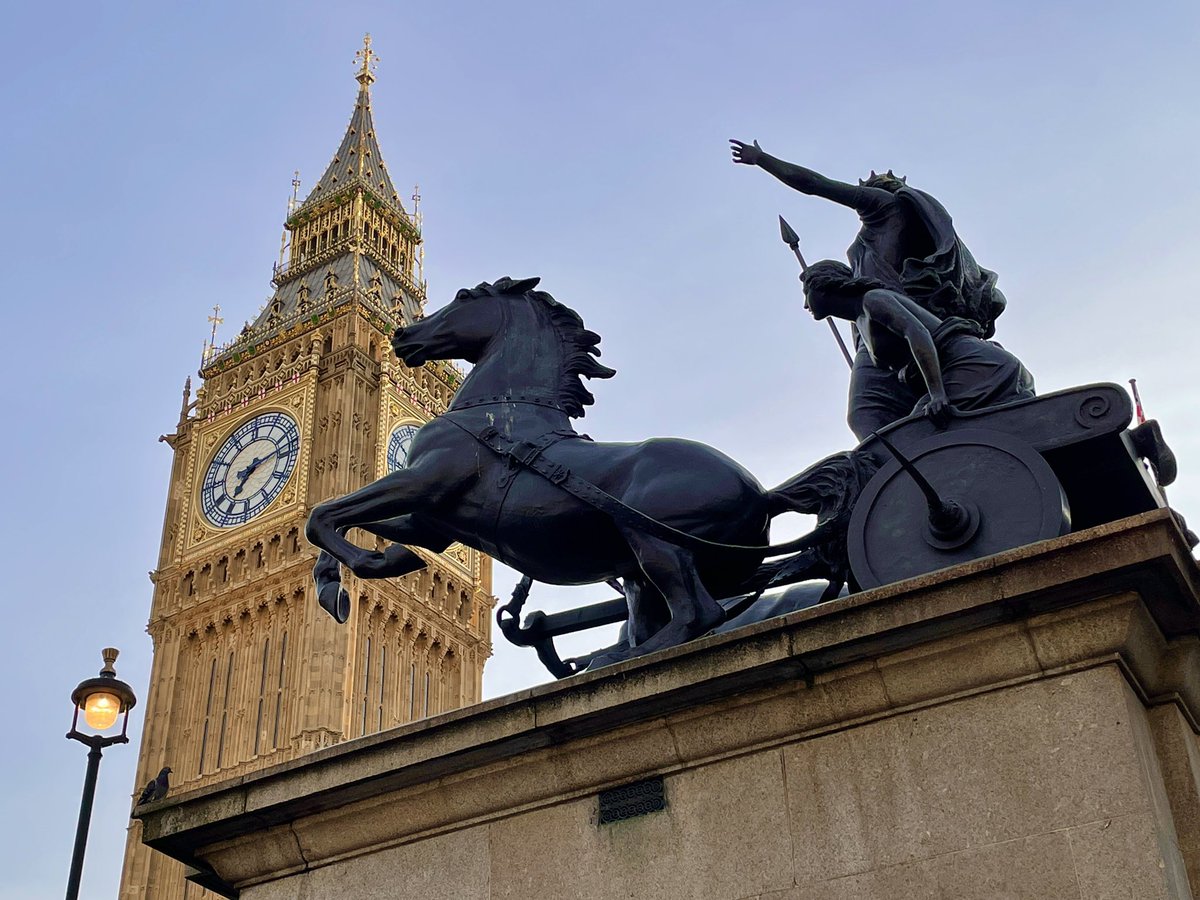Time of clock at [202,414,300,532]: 7:12
